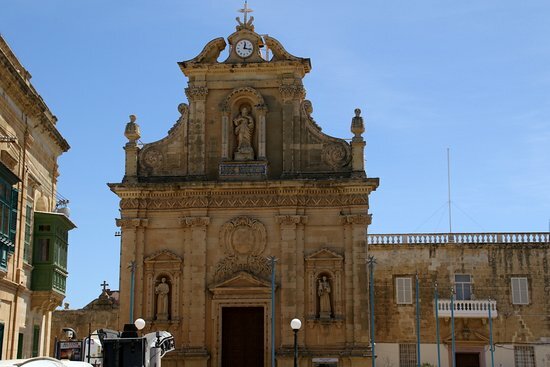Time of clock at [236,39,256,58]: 12:16
